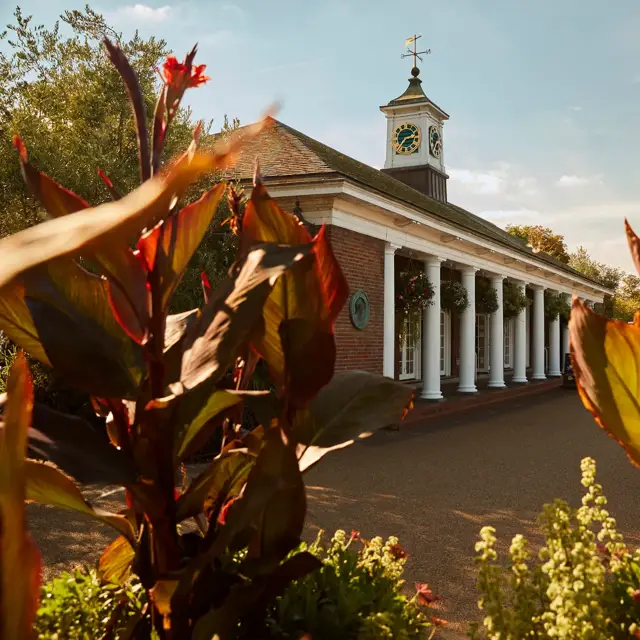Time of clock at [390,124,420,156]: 2:36
